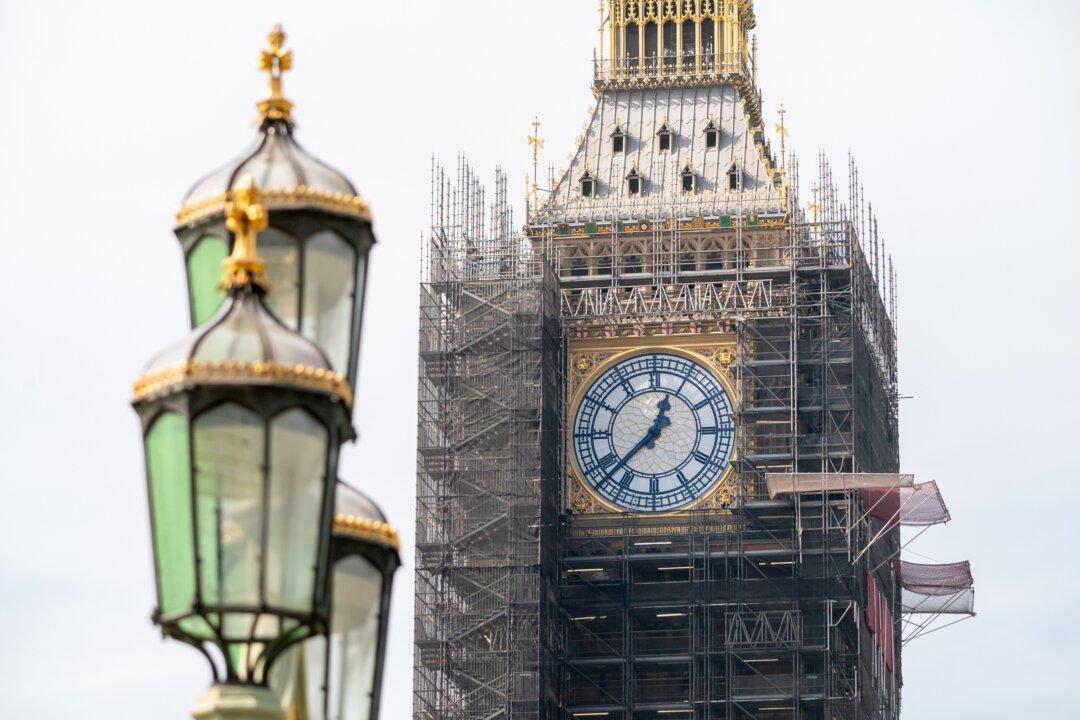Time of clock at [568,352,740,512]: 12:37
